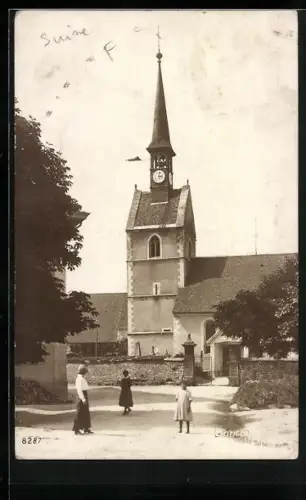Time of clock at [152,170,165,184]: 3:02
